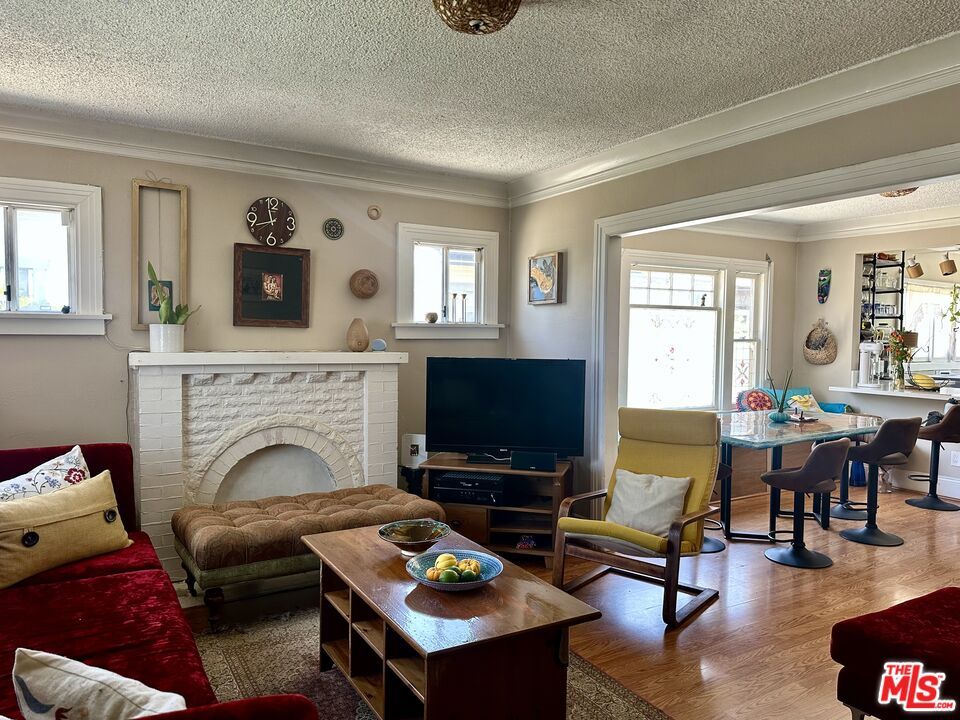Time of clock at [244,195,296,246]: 11:41
